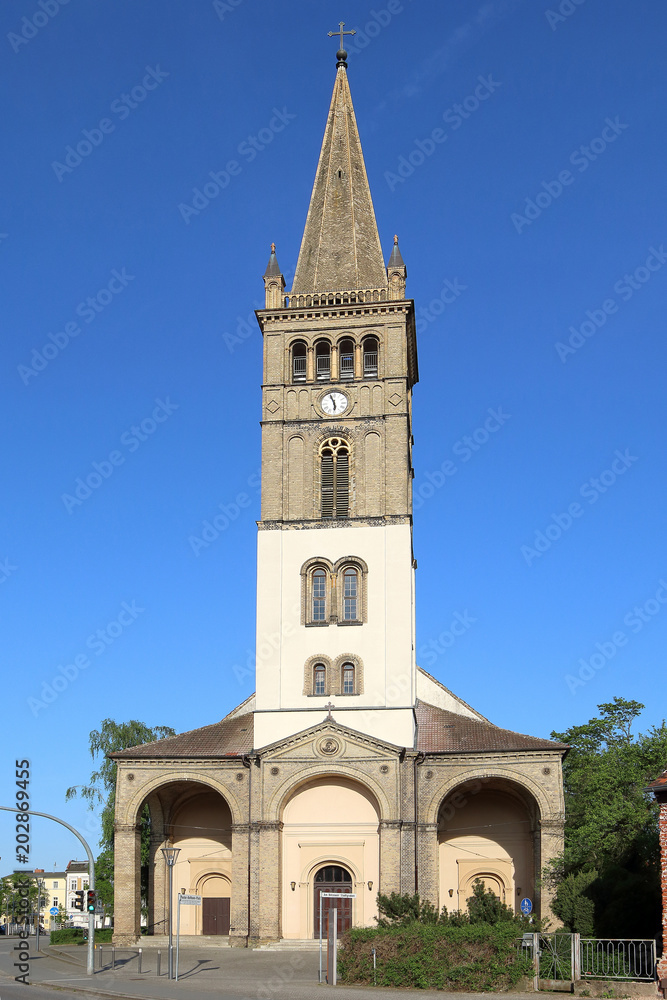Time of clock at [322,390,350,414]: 5:57
